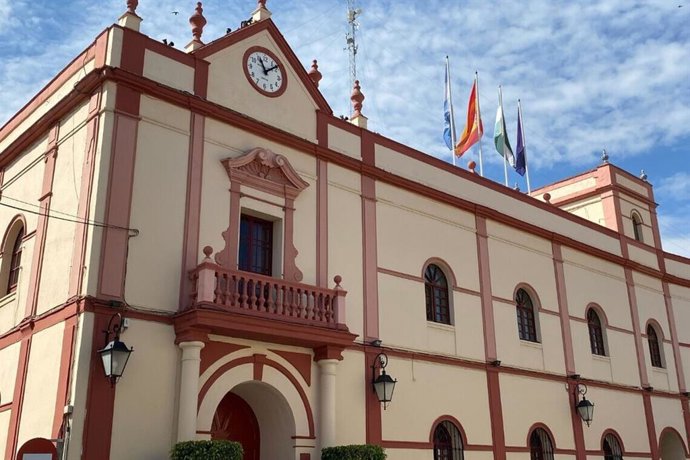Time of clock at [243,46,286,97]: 11:08
